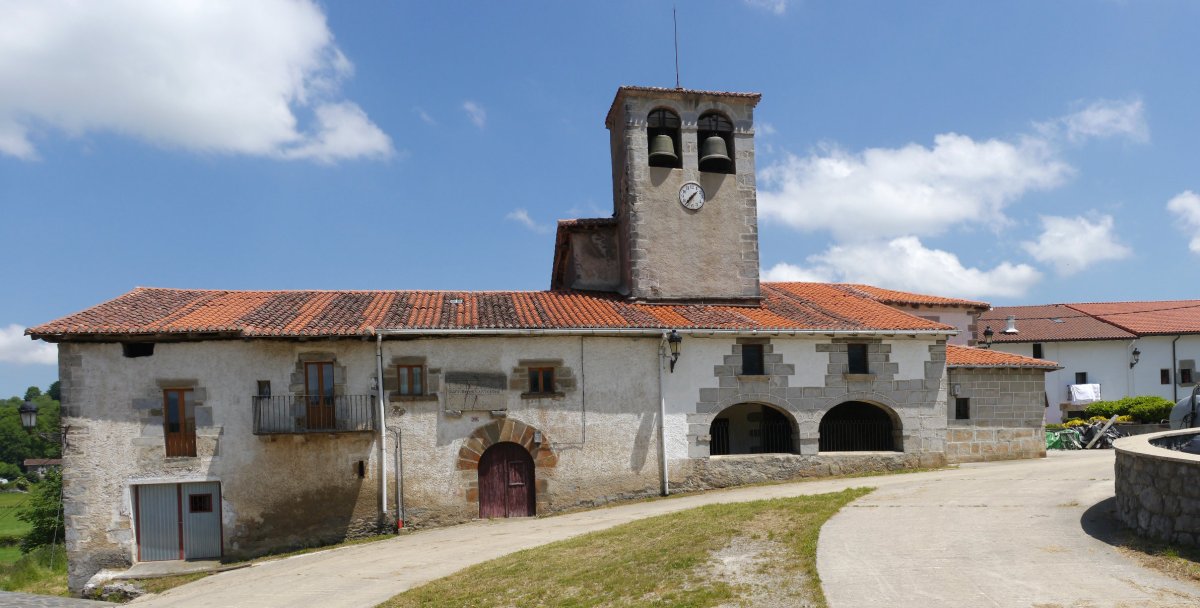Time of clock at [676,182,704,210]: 1:36
